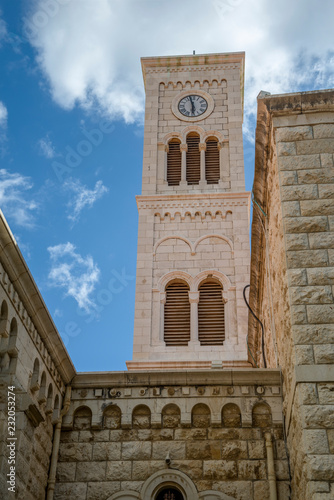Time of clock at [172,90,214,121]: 5:57
